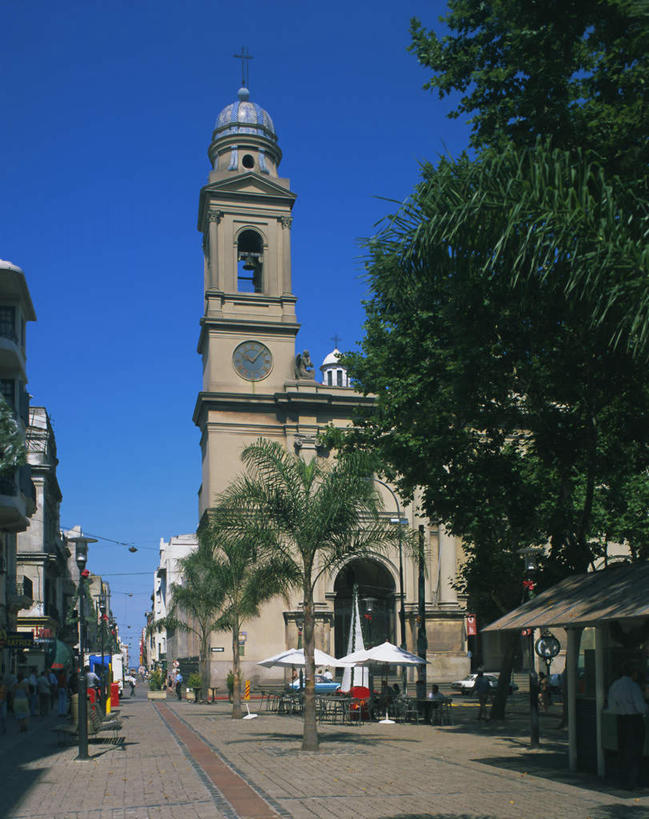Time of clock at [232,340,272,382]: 10:07
